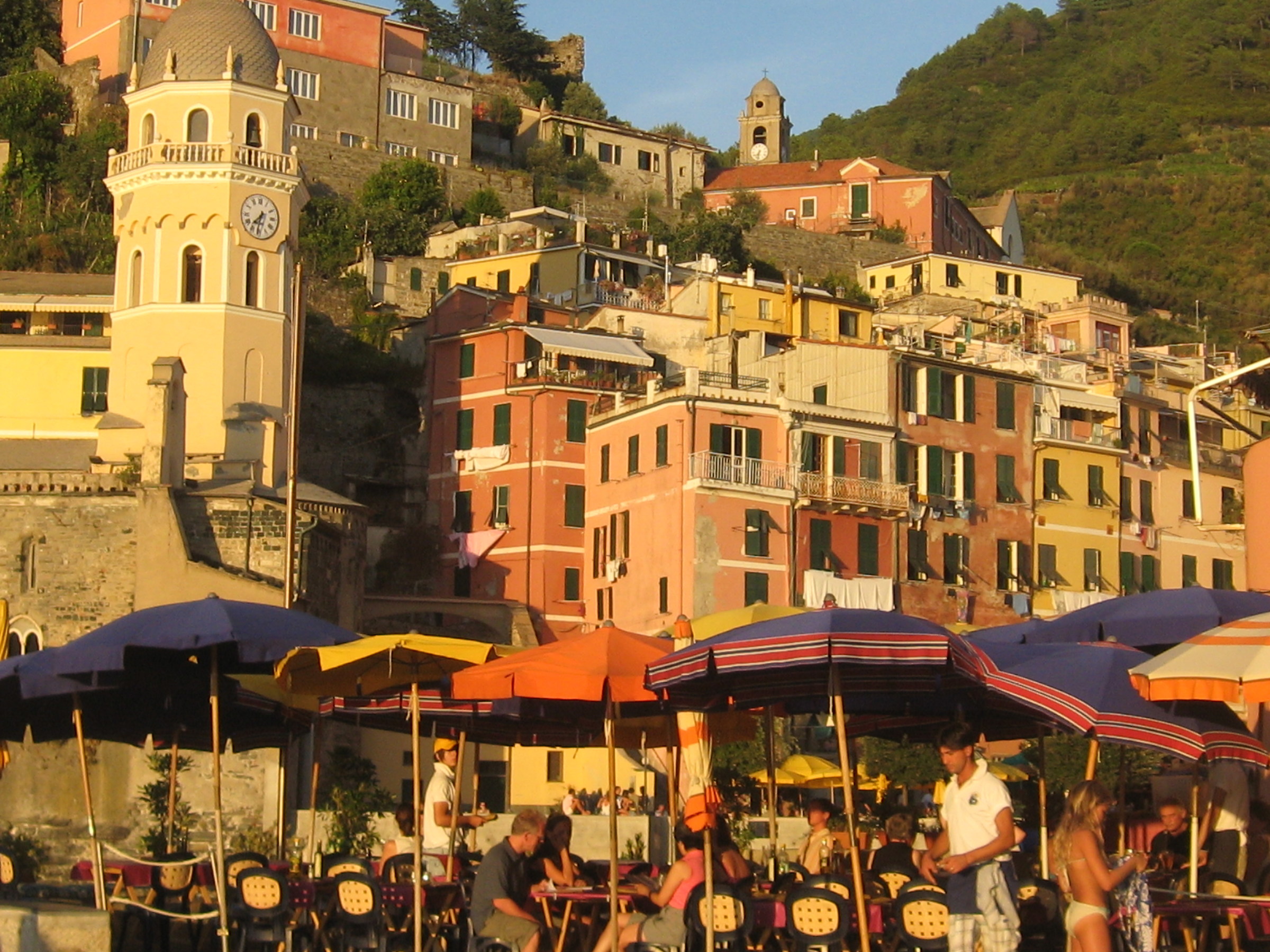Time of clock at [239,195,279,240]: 7:32
